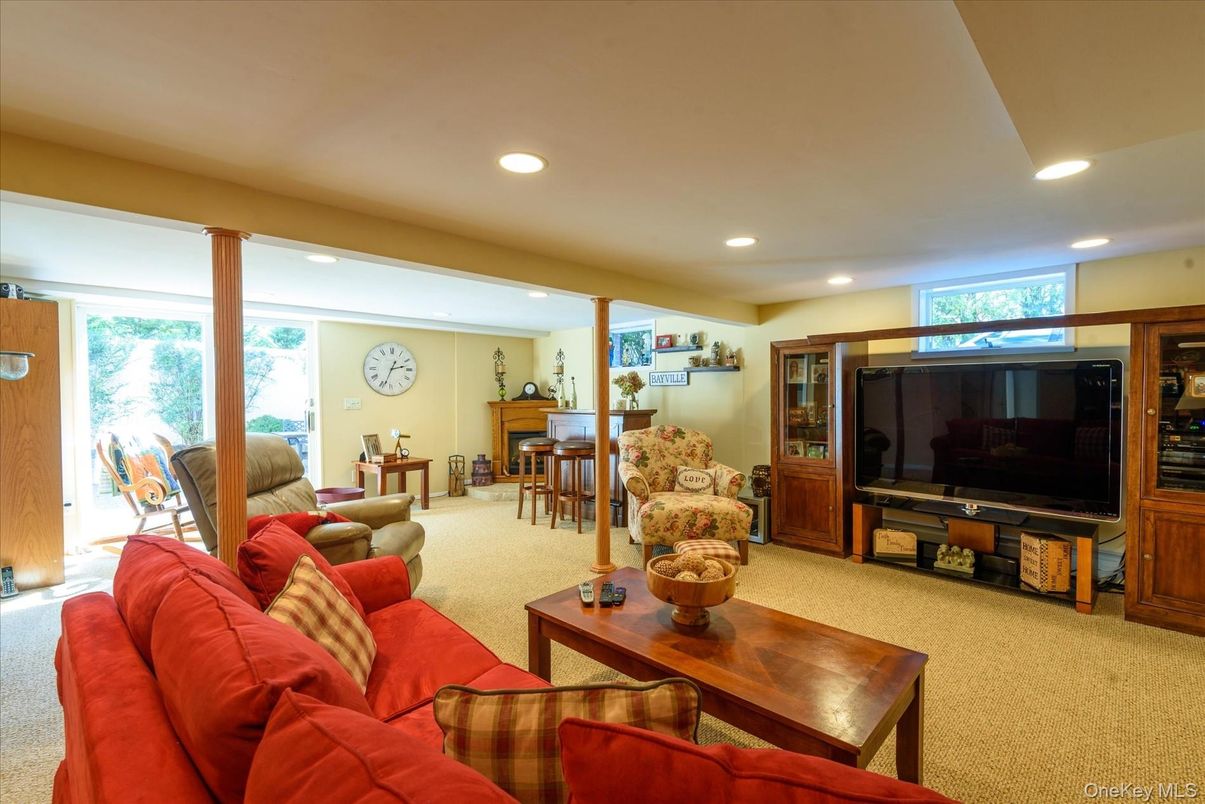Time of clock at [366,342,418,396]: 2:33
